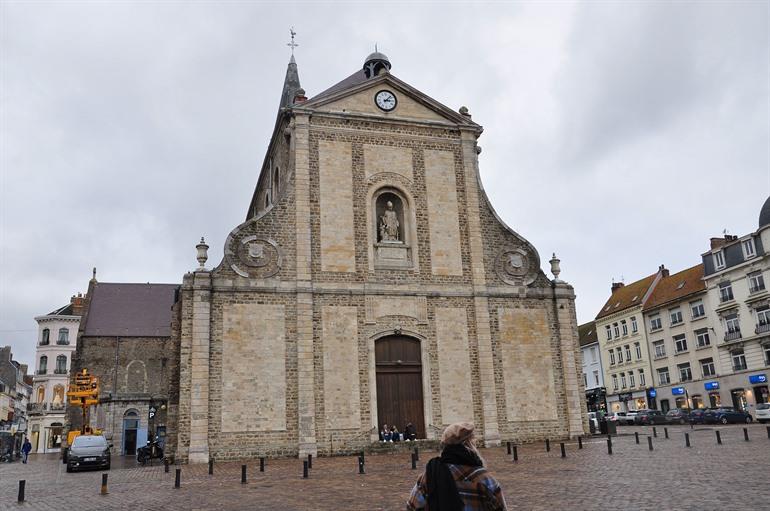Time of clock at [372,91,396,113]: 3:07
